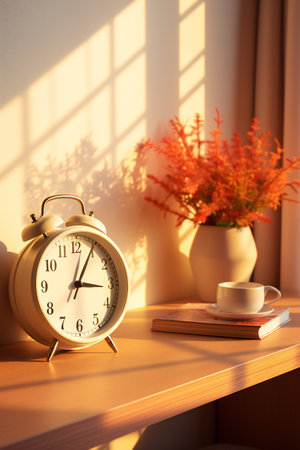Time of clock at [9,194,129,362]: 3:04
